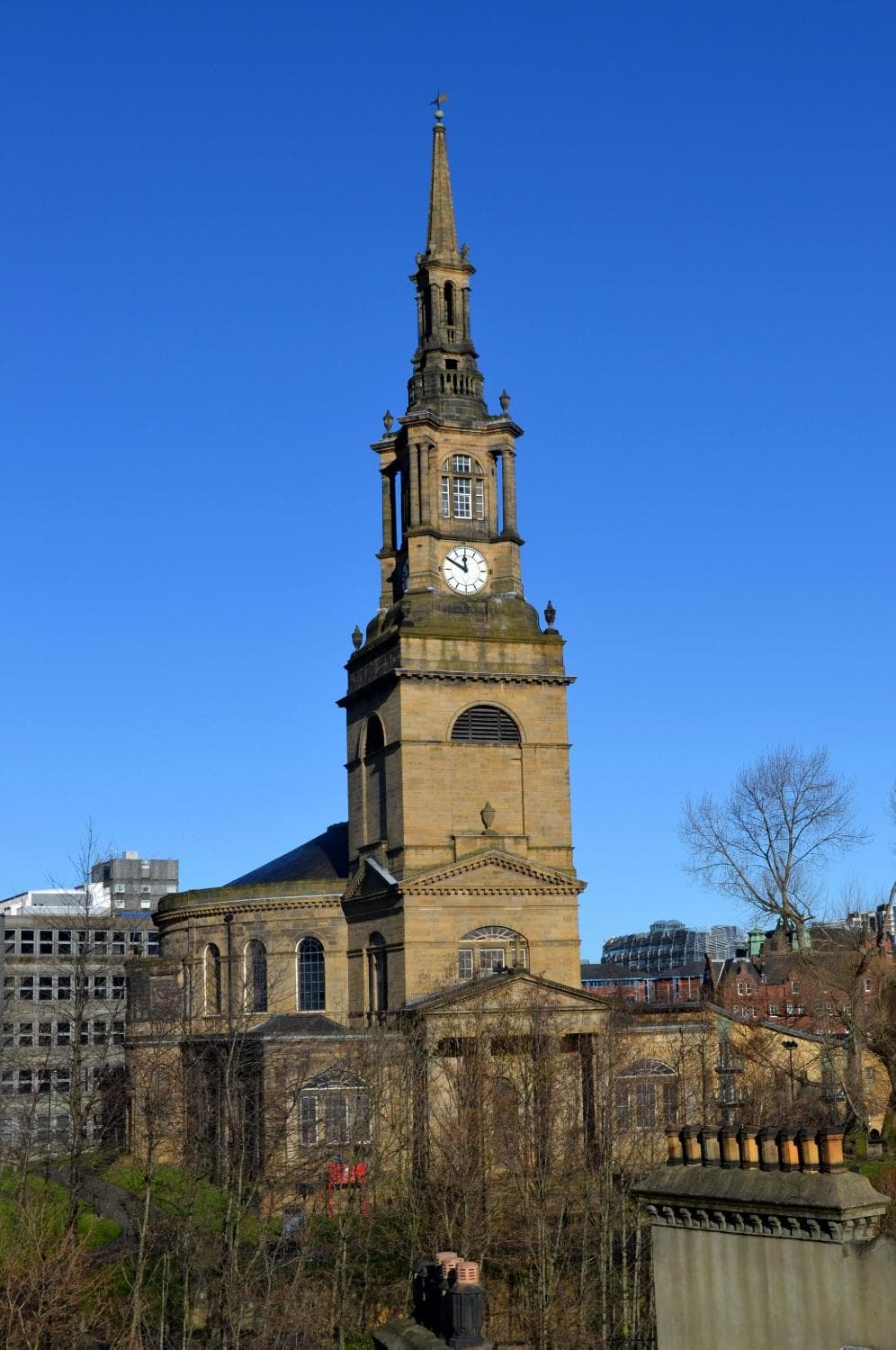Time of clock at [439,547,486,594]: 11:50
